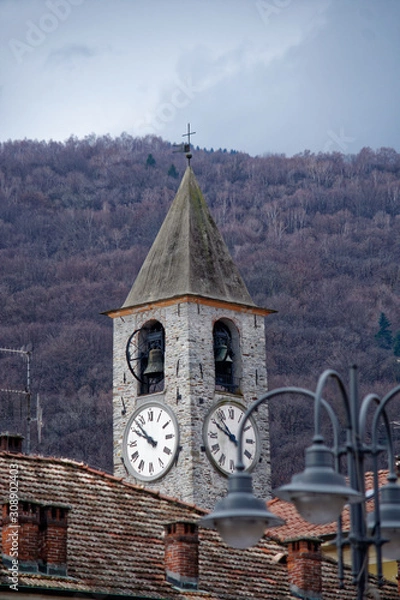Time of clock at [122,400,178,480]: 9:52
